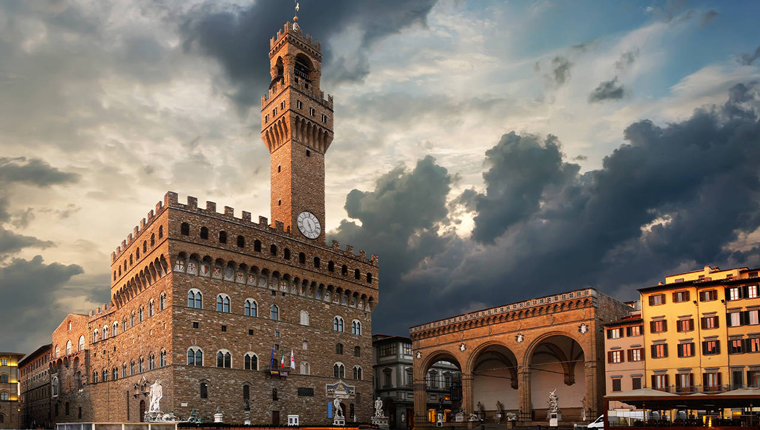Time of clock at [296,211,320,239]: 5:26
